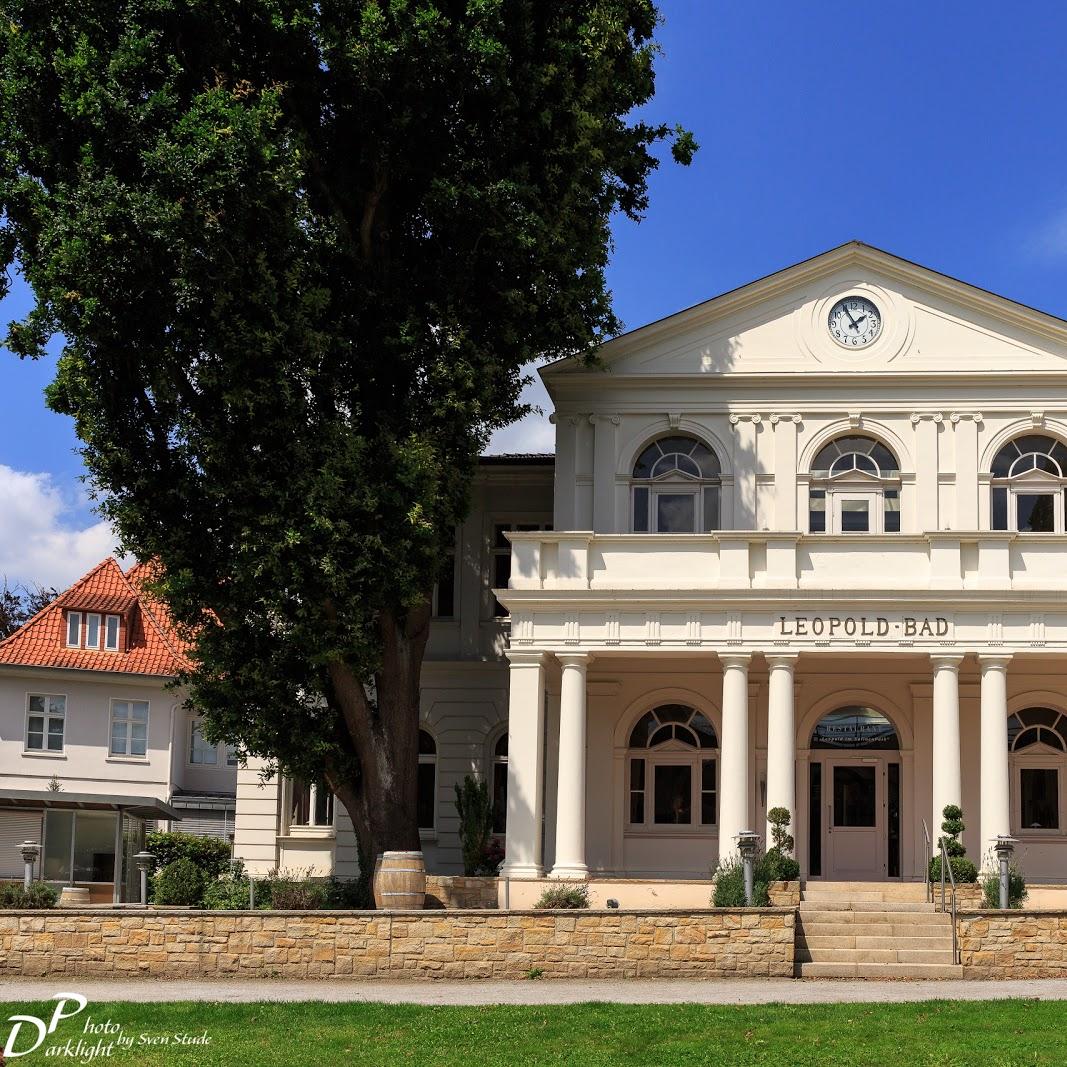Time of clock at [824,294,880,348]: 1:55
